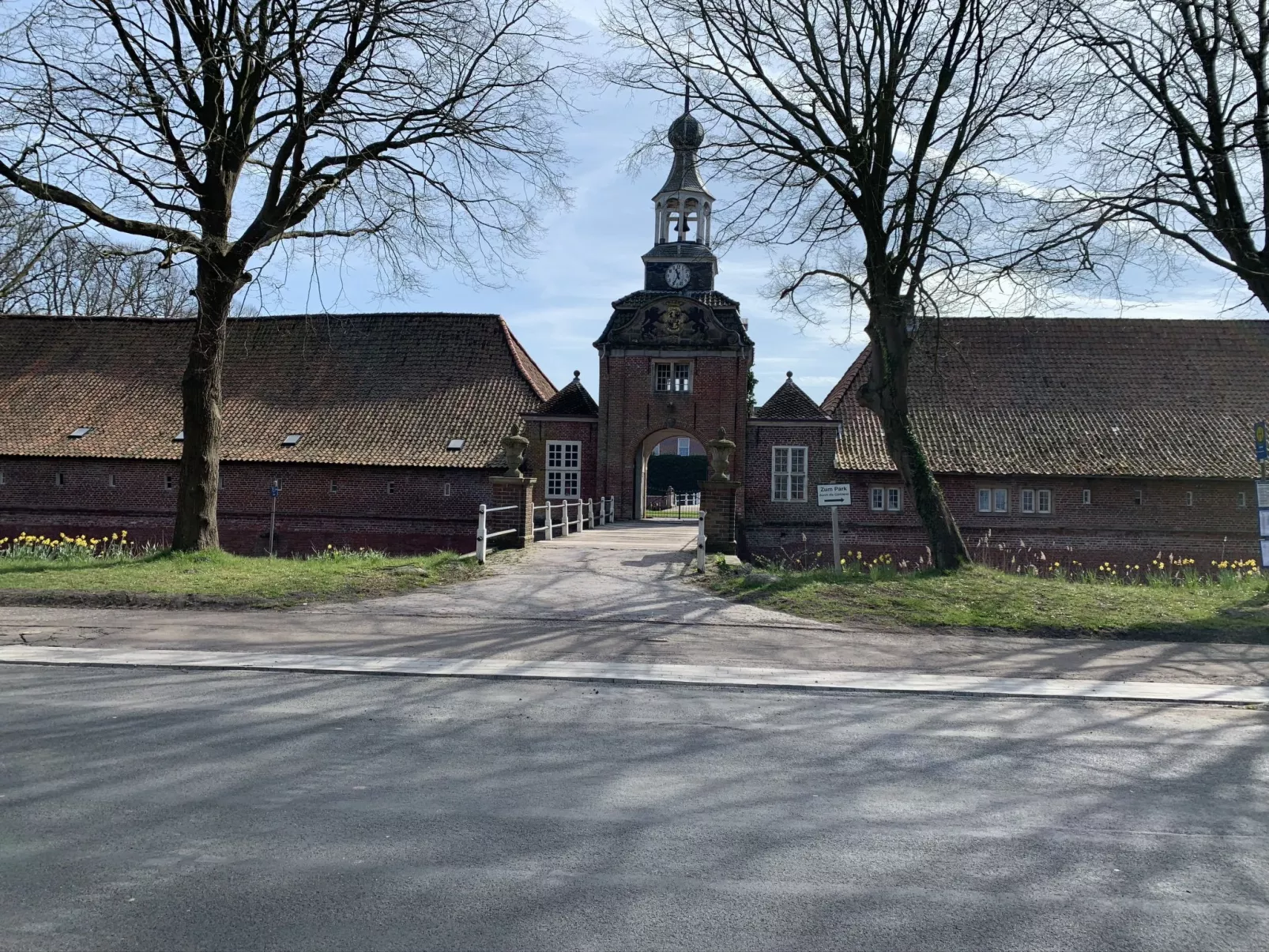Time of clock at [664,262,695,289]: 11:34
